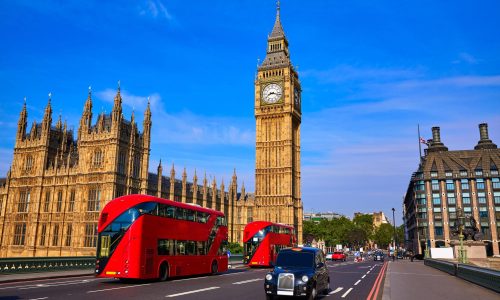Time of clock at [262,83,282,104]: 8:17
